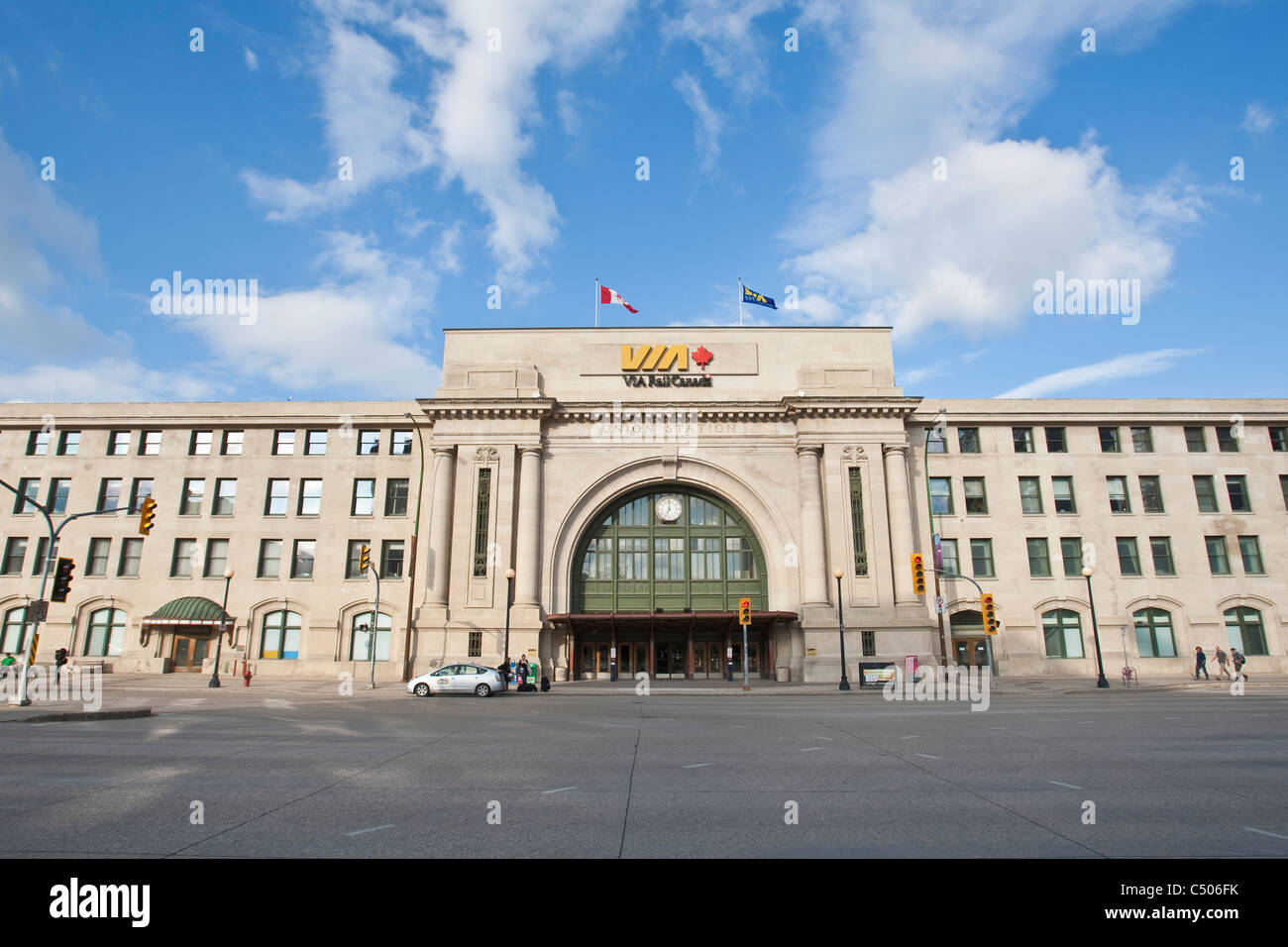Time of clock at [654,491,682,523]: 7:00
